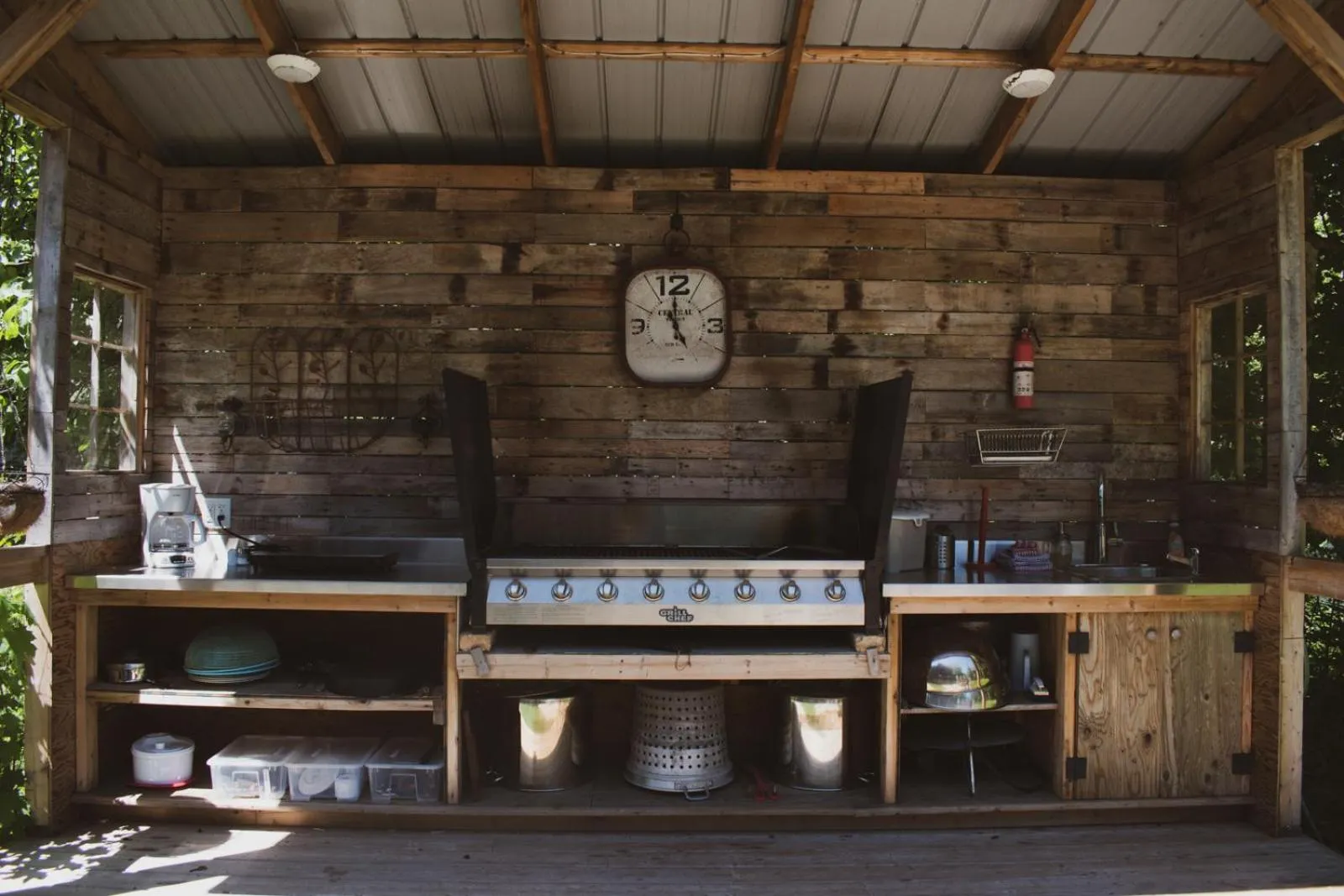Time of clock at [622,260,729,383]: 4:59
